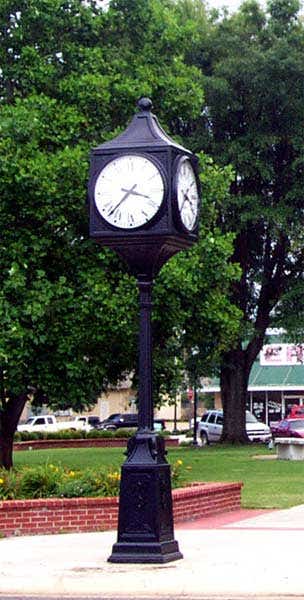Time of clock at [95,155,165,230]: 3:37
